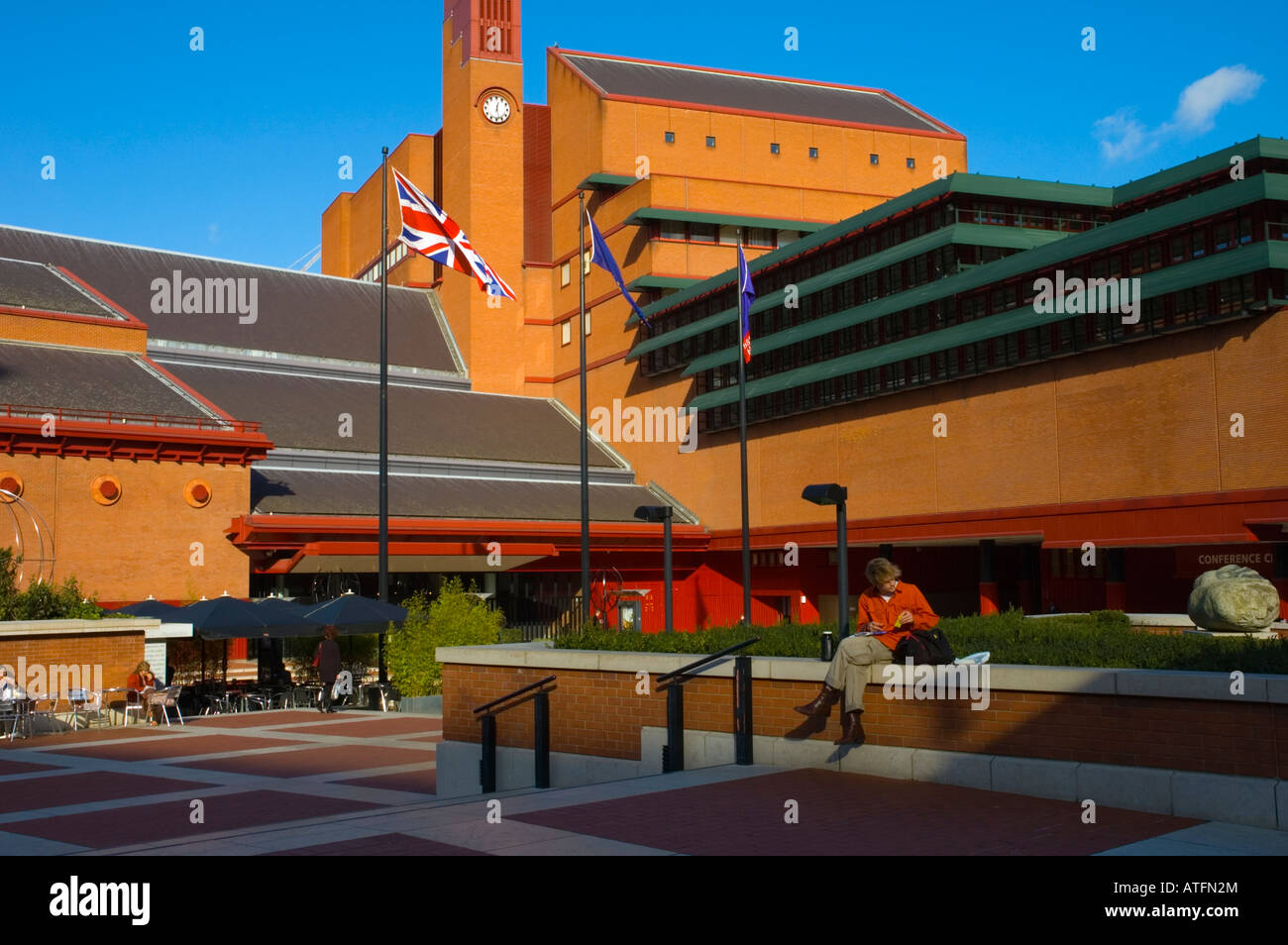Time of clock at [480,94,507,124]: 12:27
